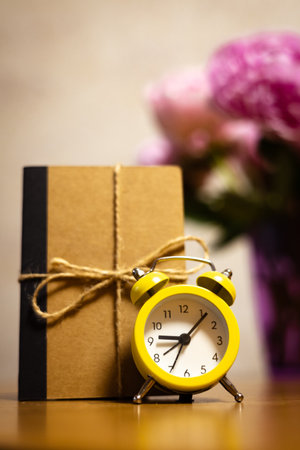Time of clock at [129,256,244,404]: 9:07
